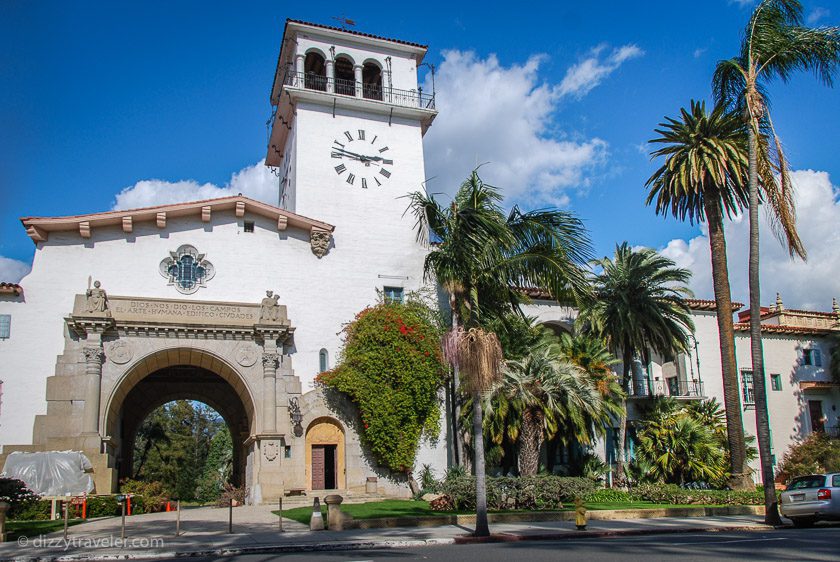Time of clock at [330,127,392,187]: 2:47
